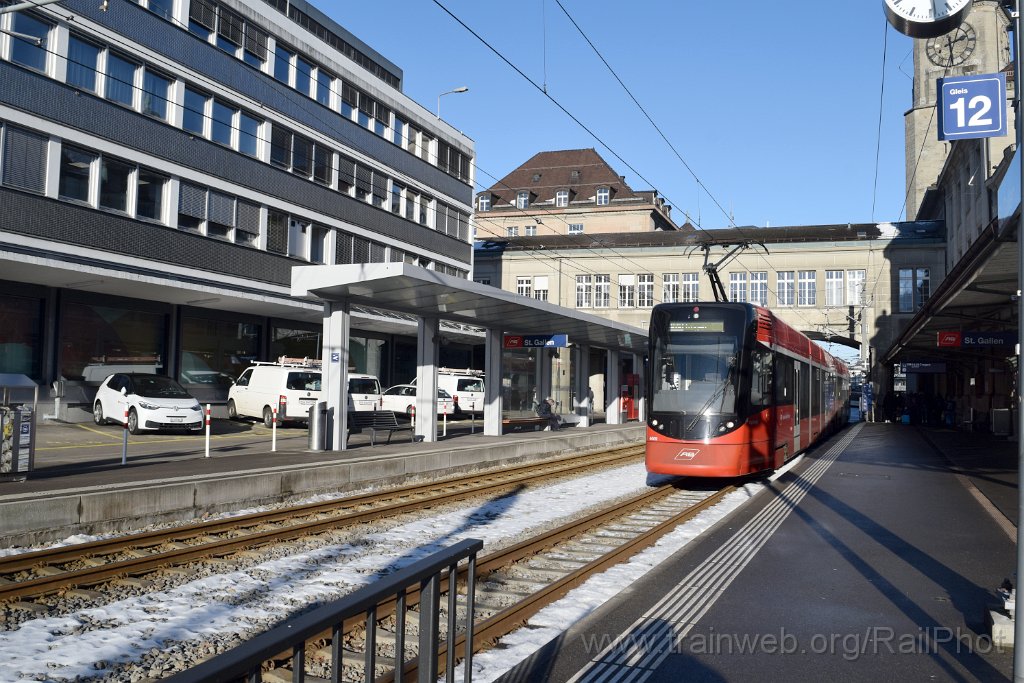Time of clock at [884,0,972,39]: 2:29
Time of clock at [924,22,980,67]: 2:29
